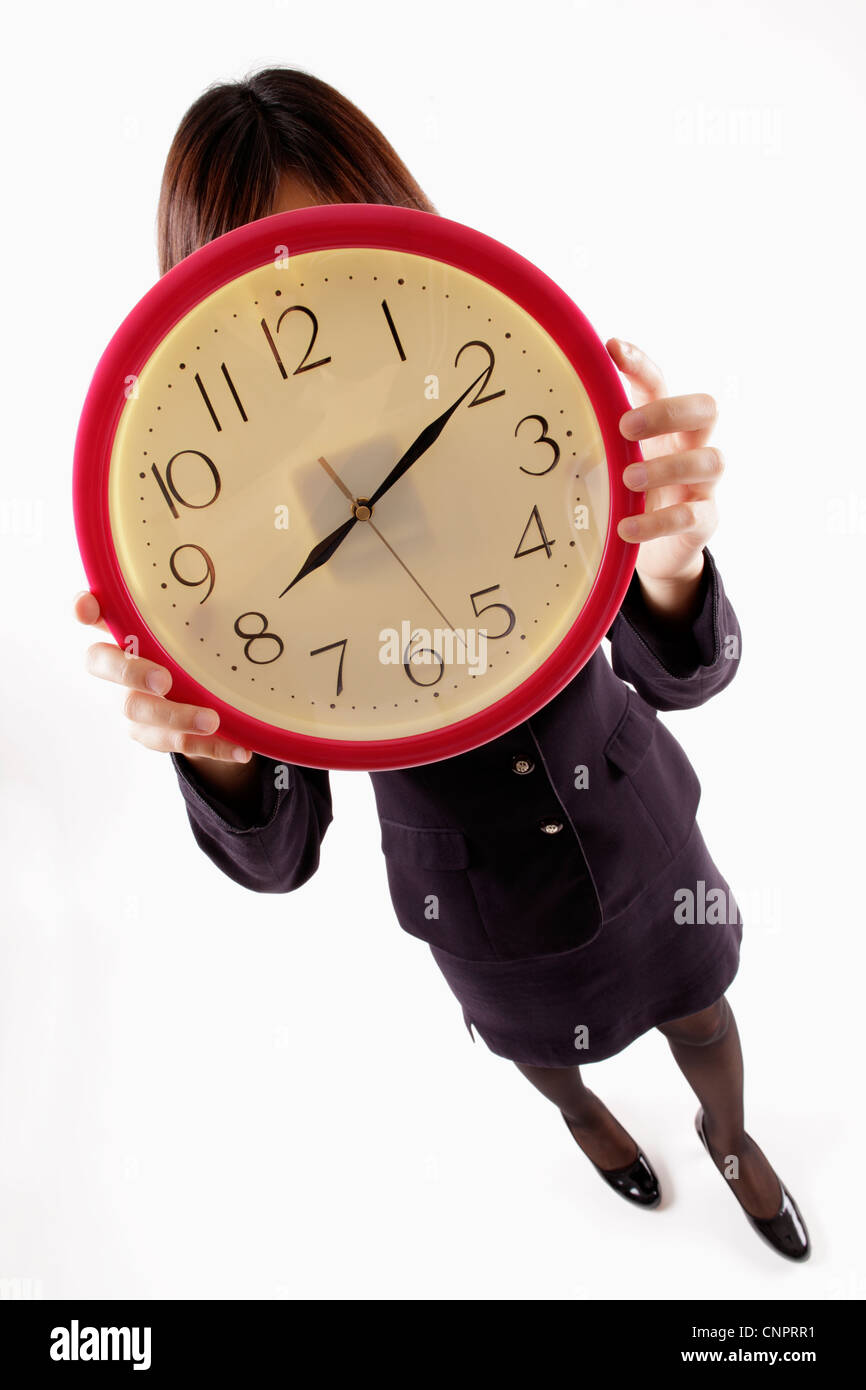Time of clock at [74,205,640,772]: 8:10
